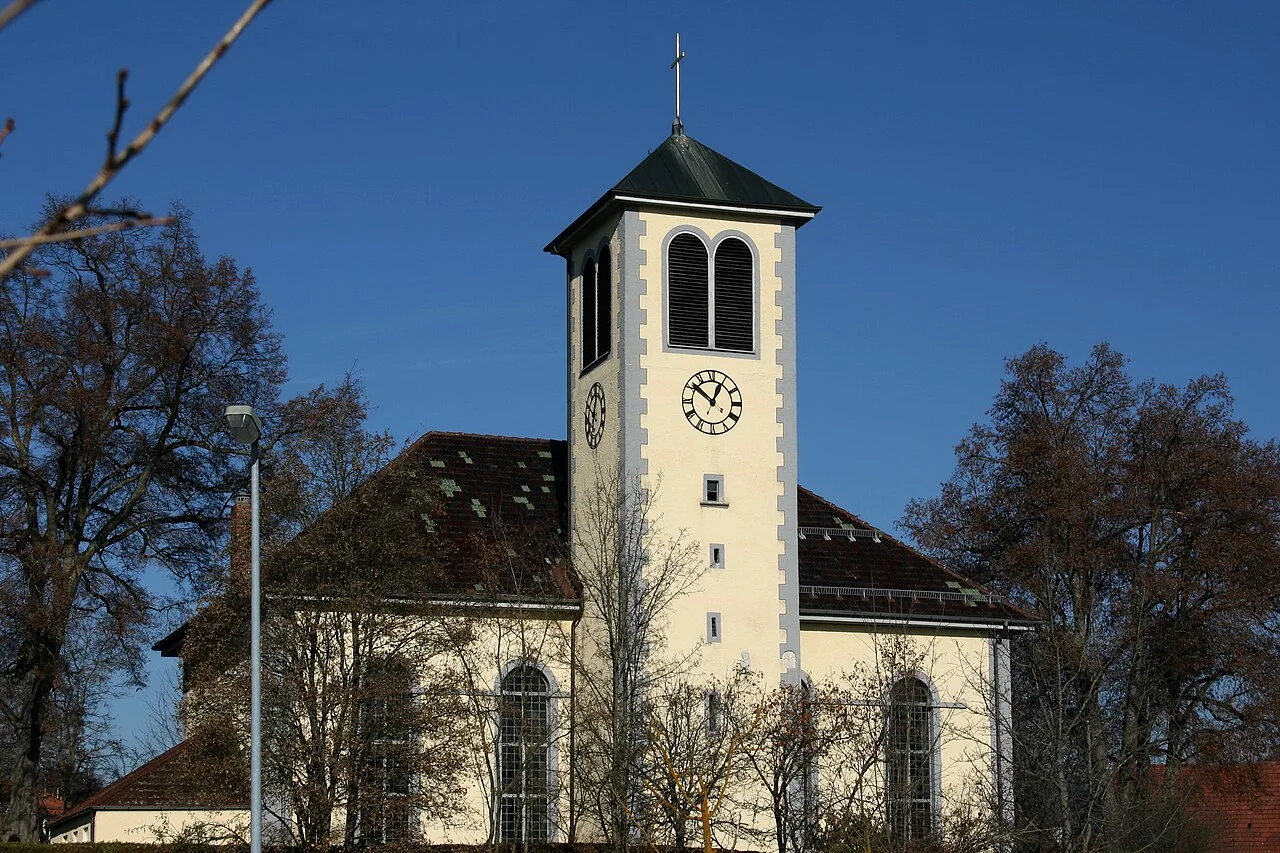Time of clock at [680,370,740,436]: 12:51
